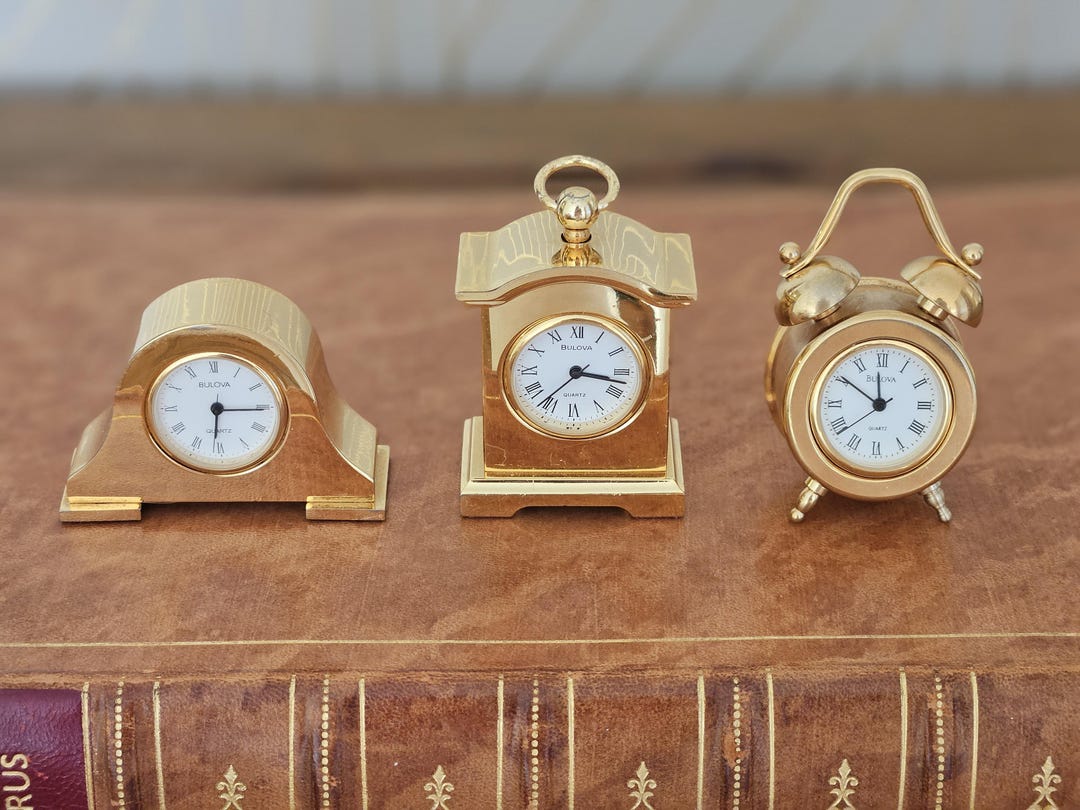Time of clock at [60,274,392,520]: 6:14
